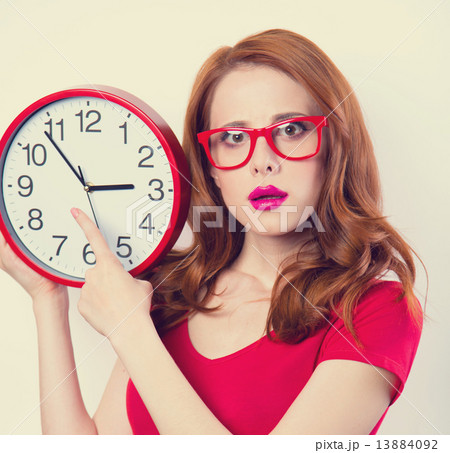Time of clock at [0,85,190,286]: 2:53
